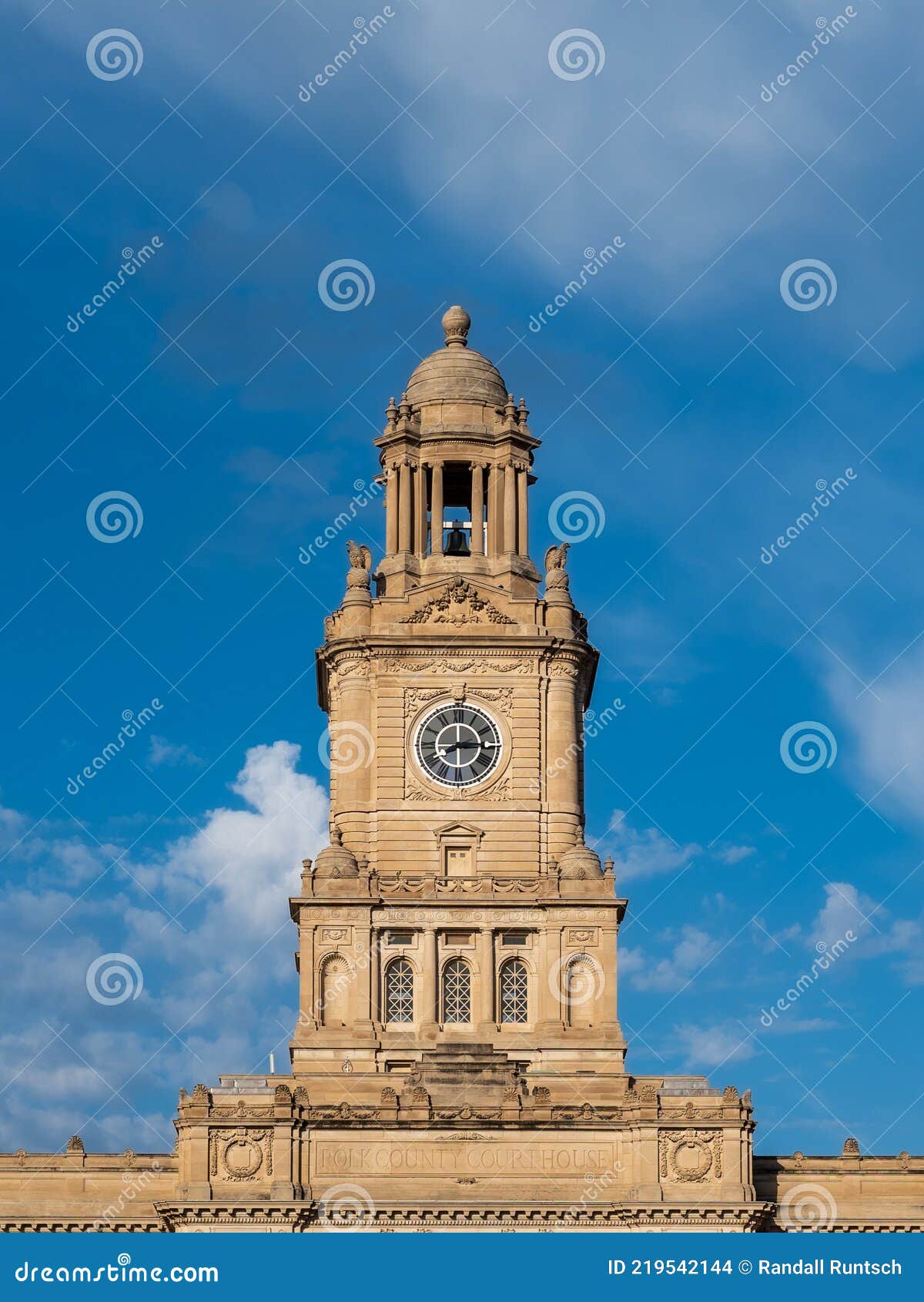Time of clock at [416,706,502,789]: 8:14
